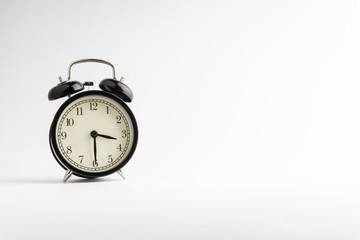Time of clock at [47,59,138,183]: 3:29
